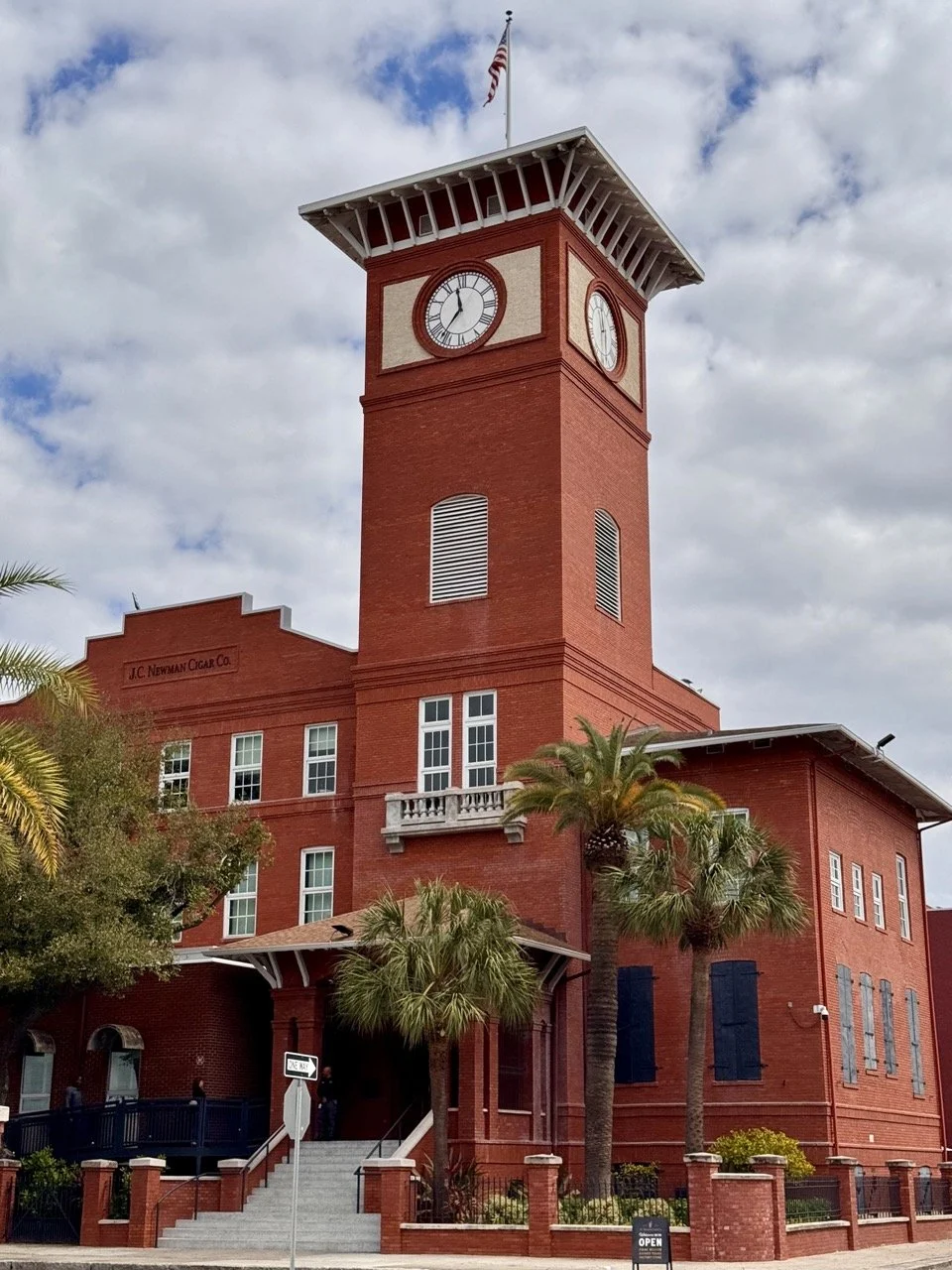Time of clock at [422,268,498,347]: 11:36
